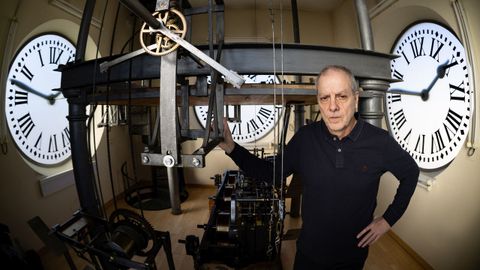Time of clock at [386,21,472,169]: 1:46
